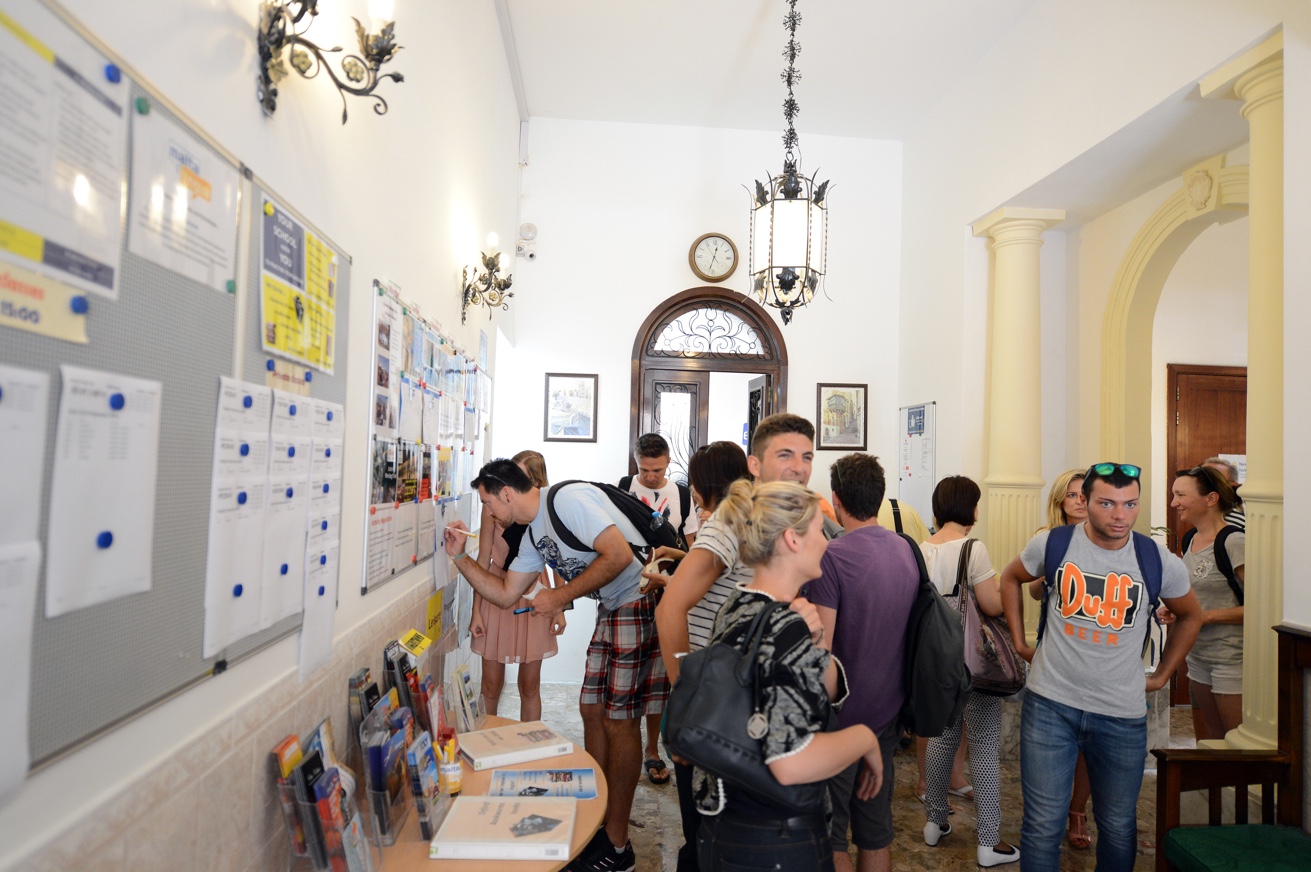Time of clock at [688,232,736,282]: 12:32
